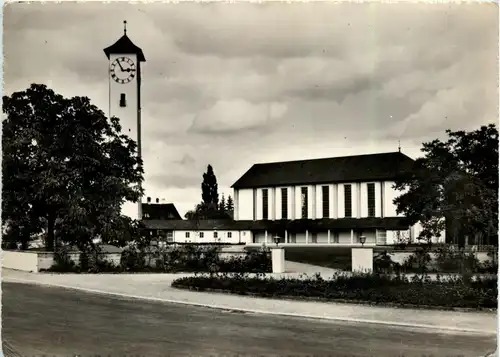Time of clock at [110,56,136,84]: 2:54
